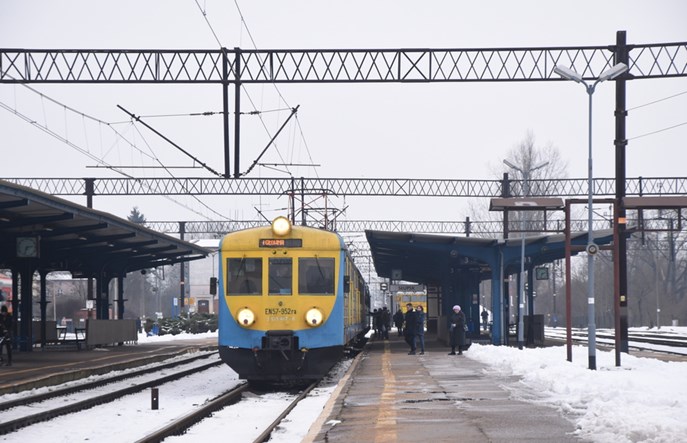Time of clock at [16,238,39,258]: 2:33
